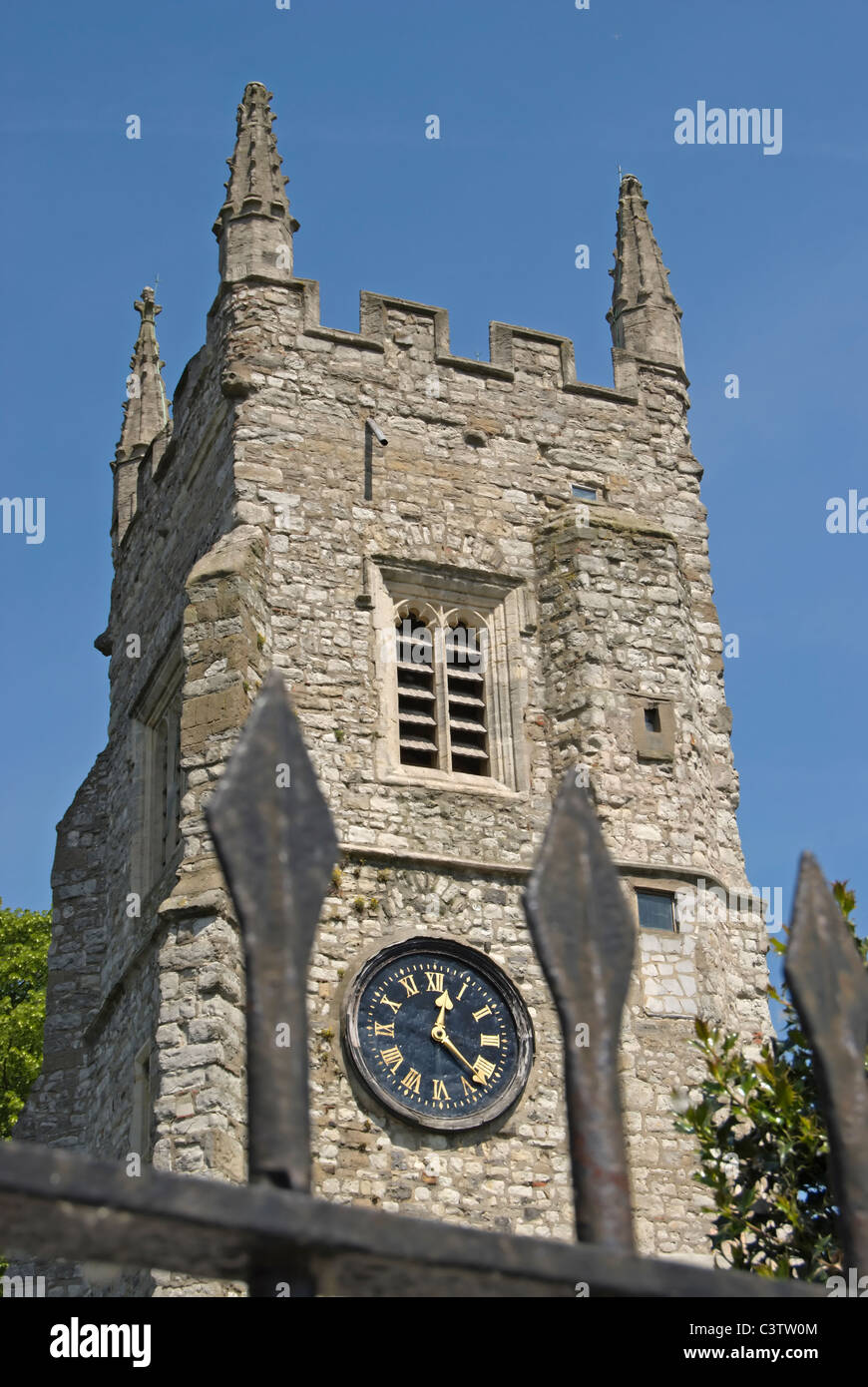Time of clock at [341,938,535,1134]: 12:22
